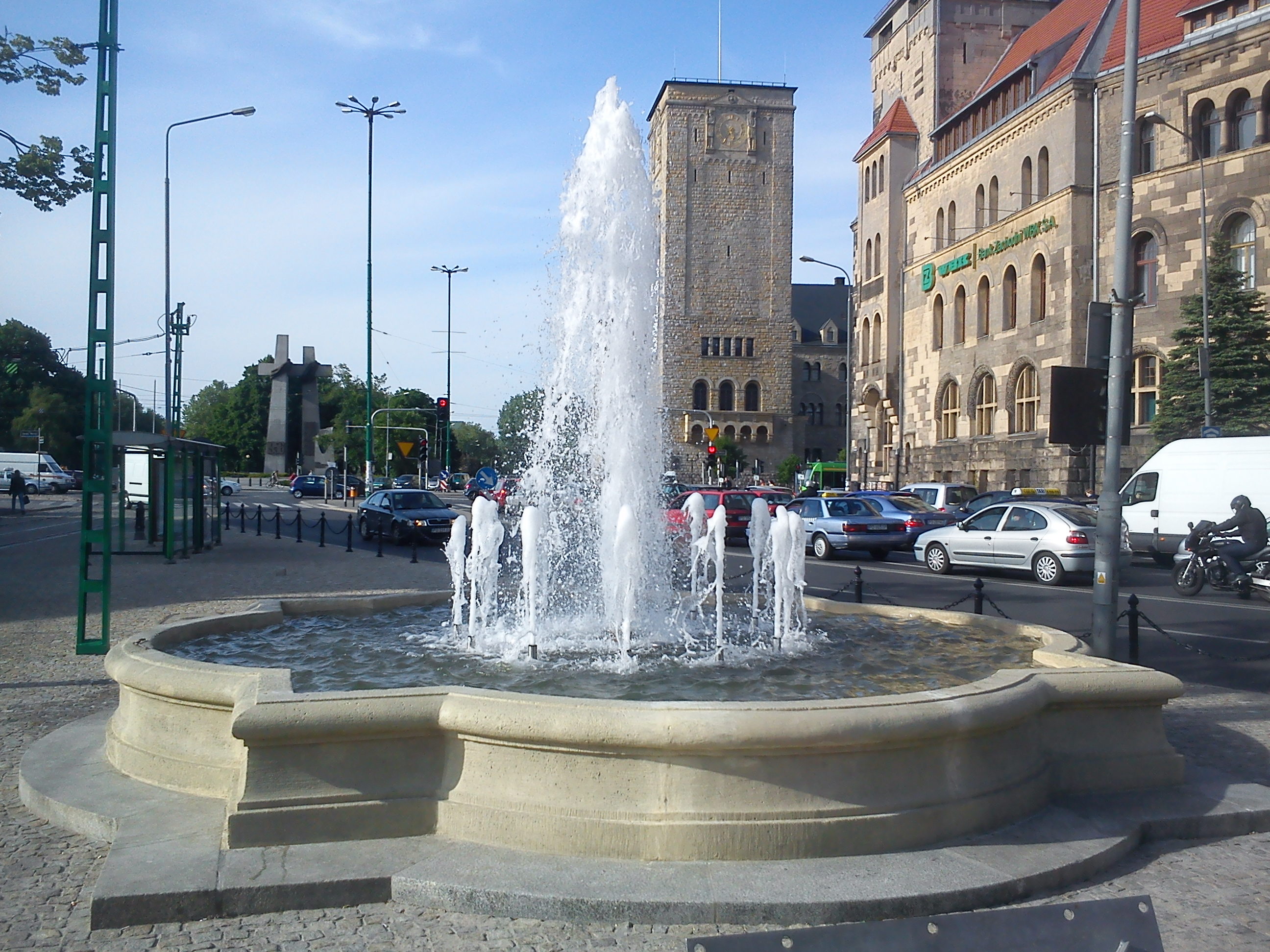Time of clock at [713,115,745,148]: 5:35
